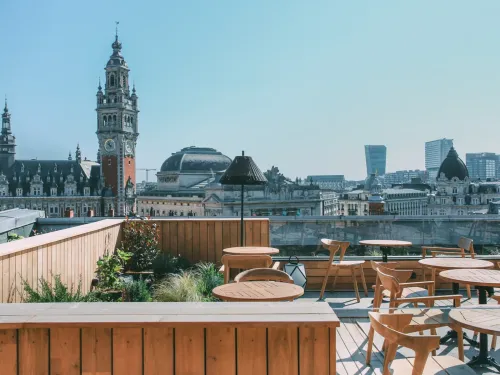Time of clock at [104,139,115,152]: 11:21
